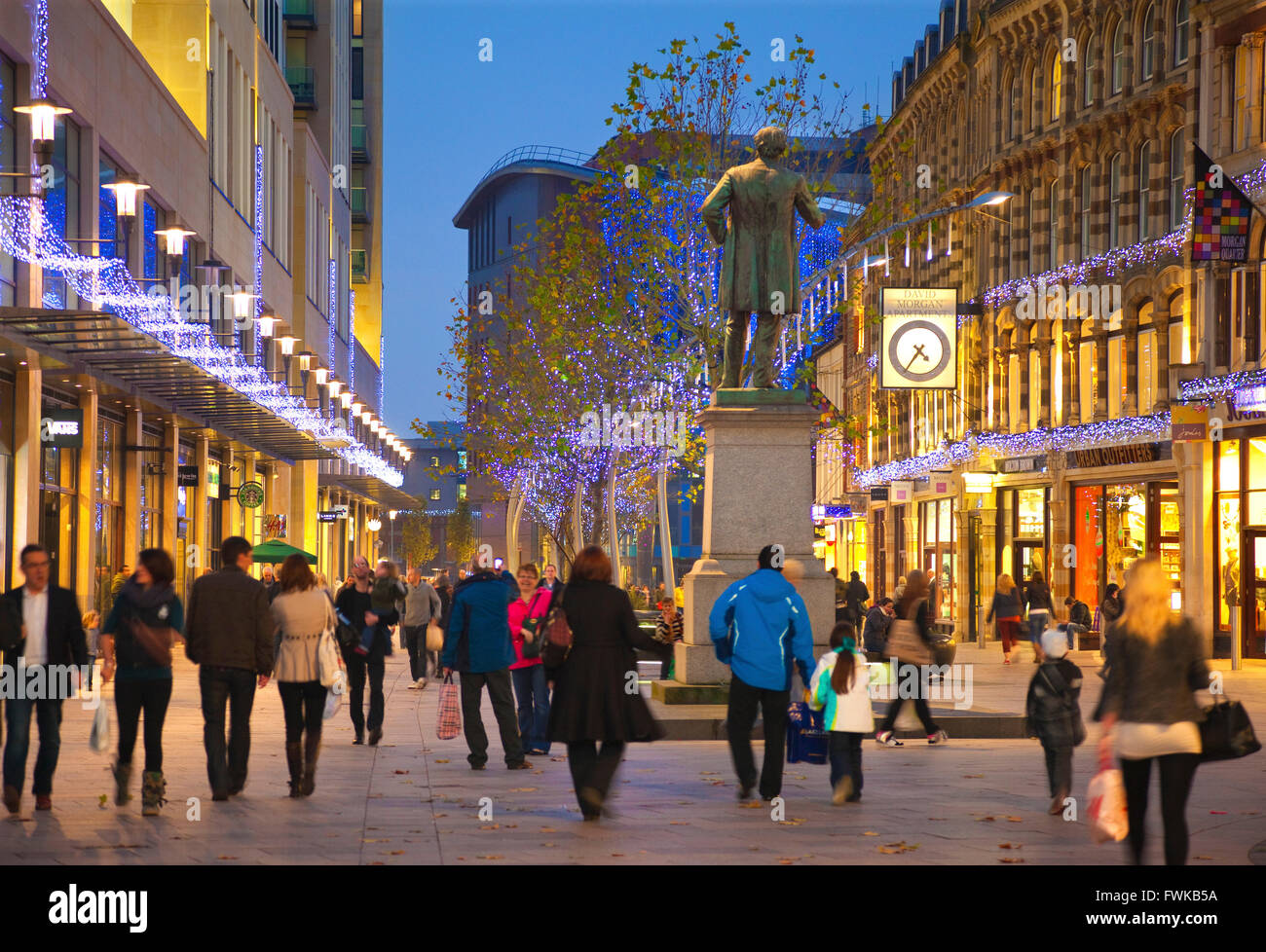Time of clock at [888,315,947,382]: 4:35
